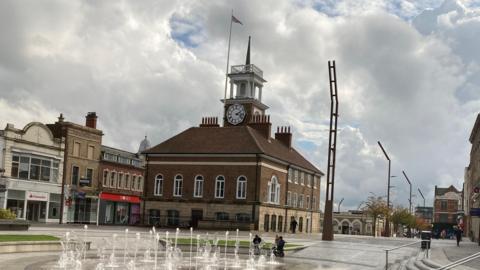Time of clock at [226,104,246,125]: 2:18
